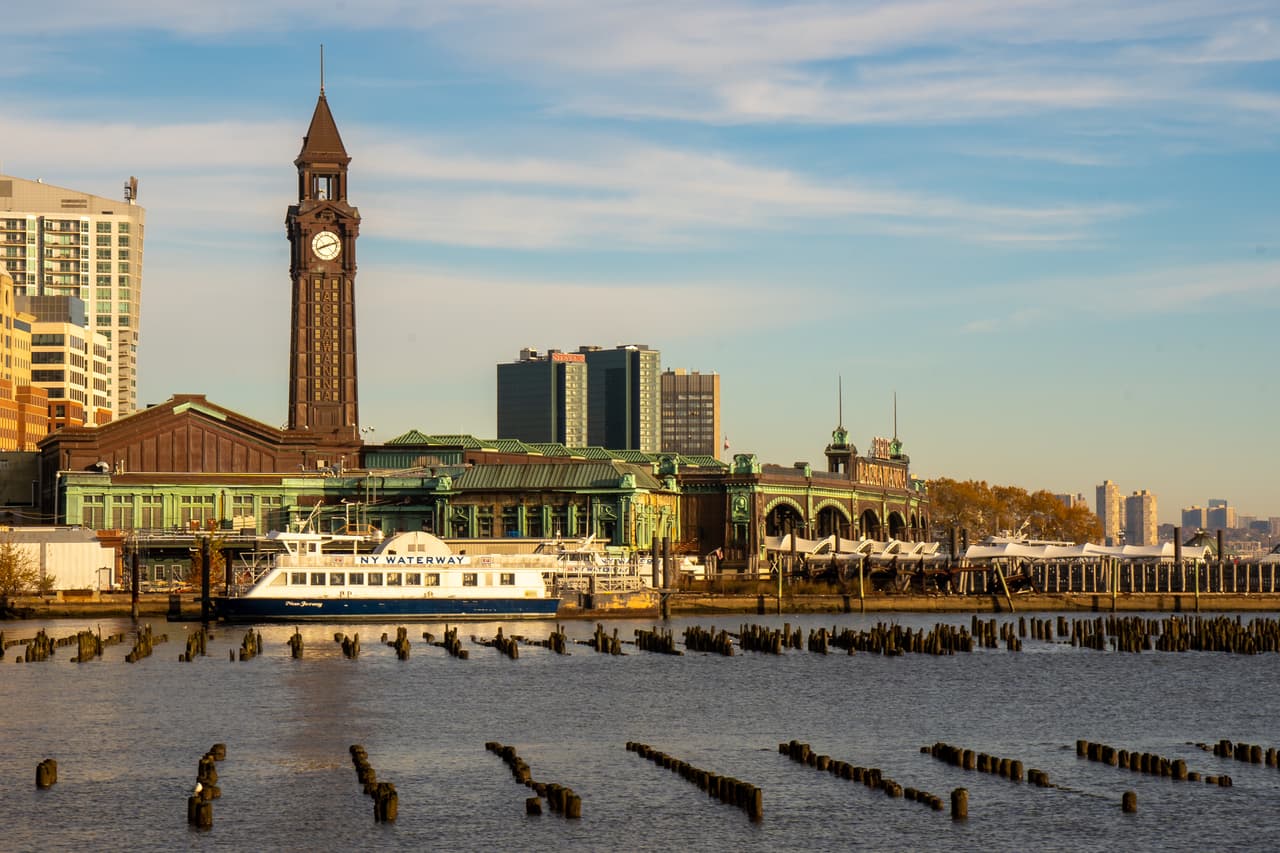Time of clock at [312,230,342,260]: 8:12
